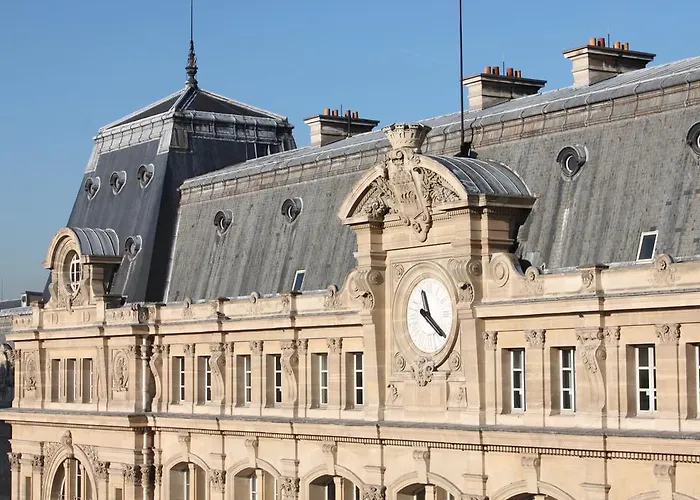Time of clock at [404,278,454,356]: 11:20
